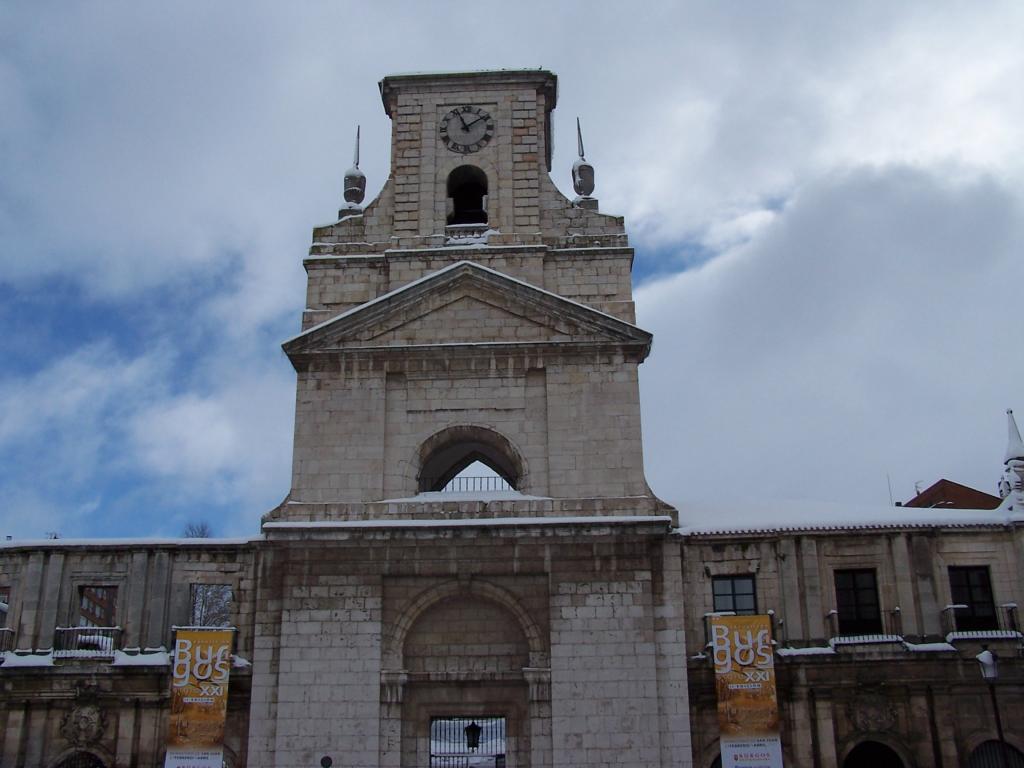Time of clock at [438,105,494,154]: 11:09
